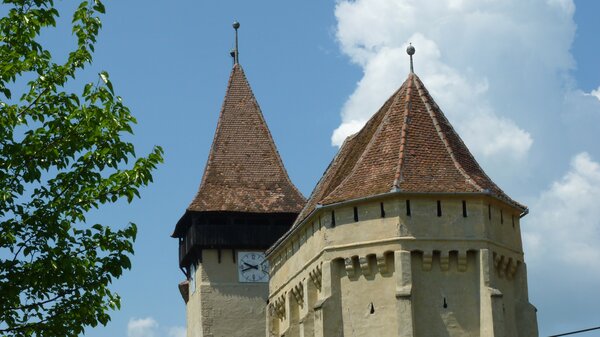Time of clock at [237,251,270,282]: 9:42
